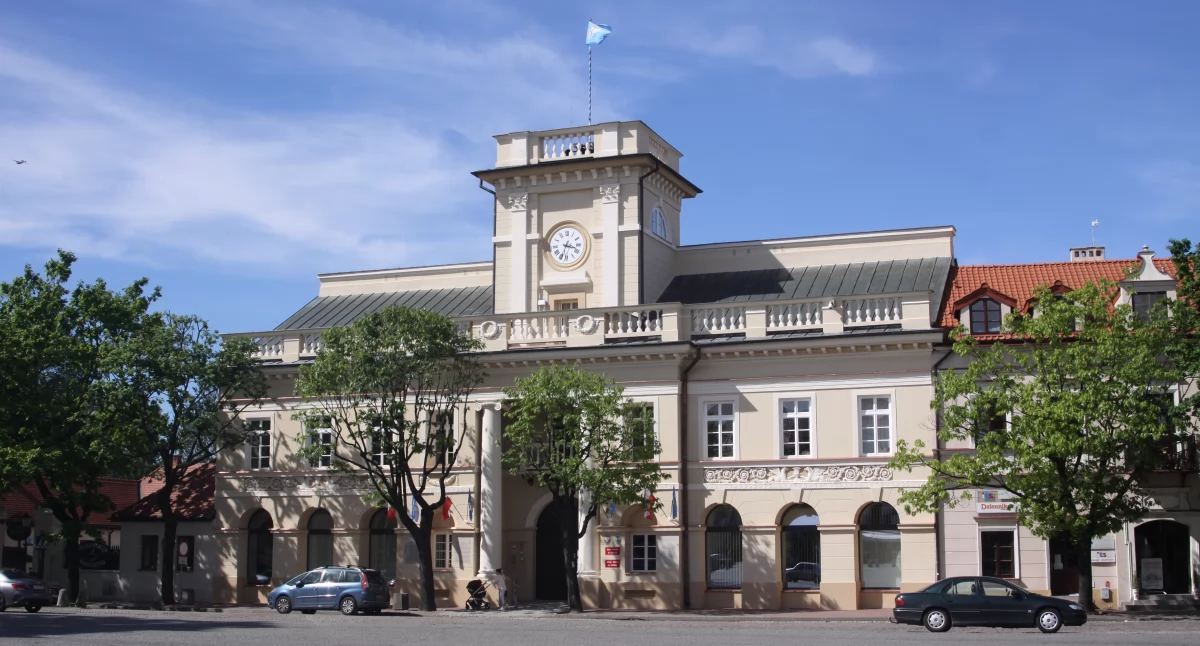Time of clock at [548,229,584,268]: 3:33
